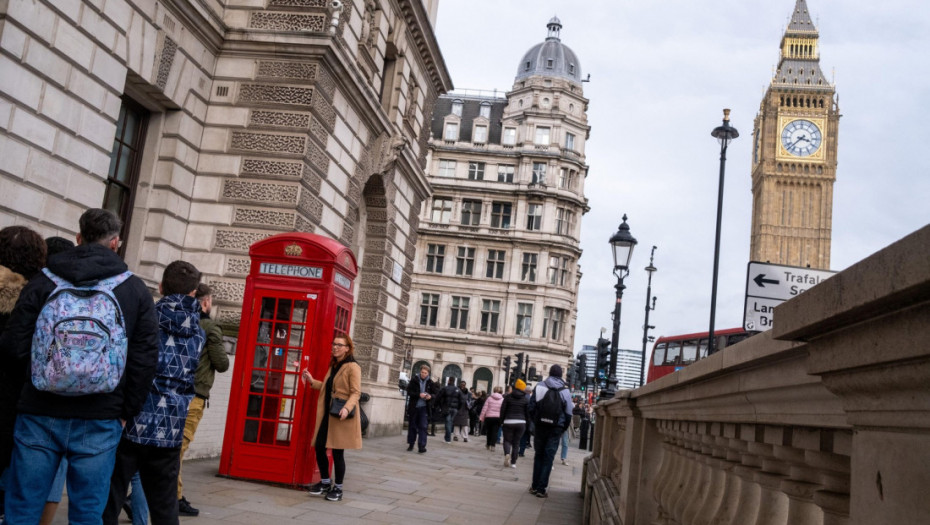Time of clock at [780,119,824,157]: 3:37
